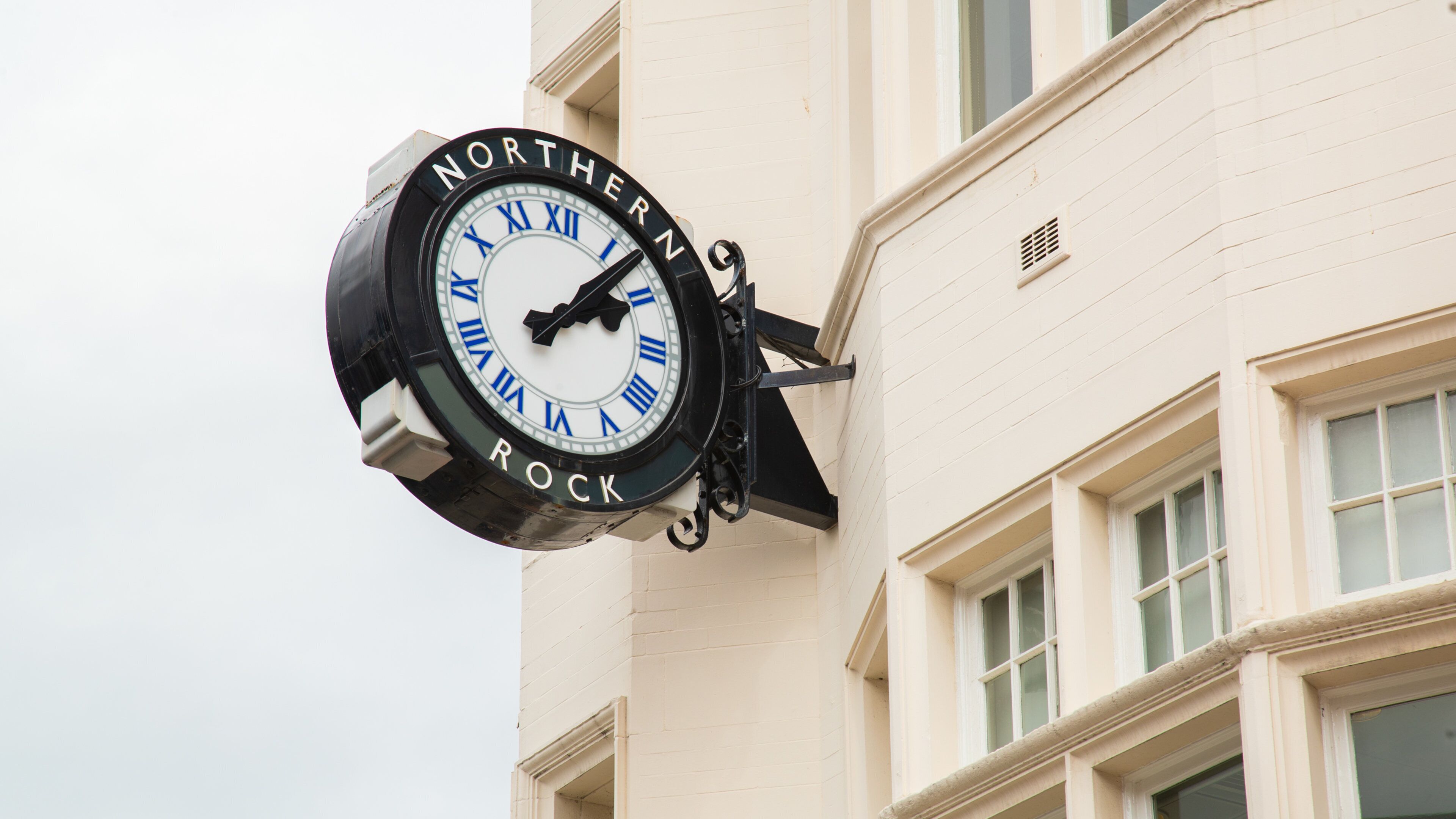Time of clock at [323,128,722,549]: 2:07
